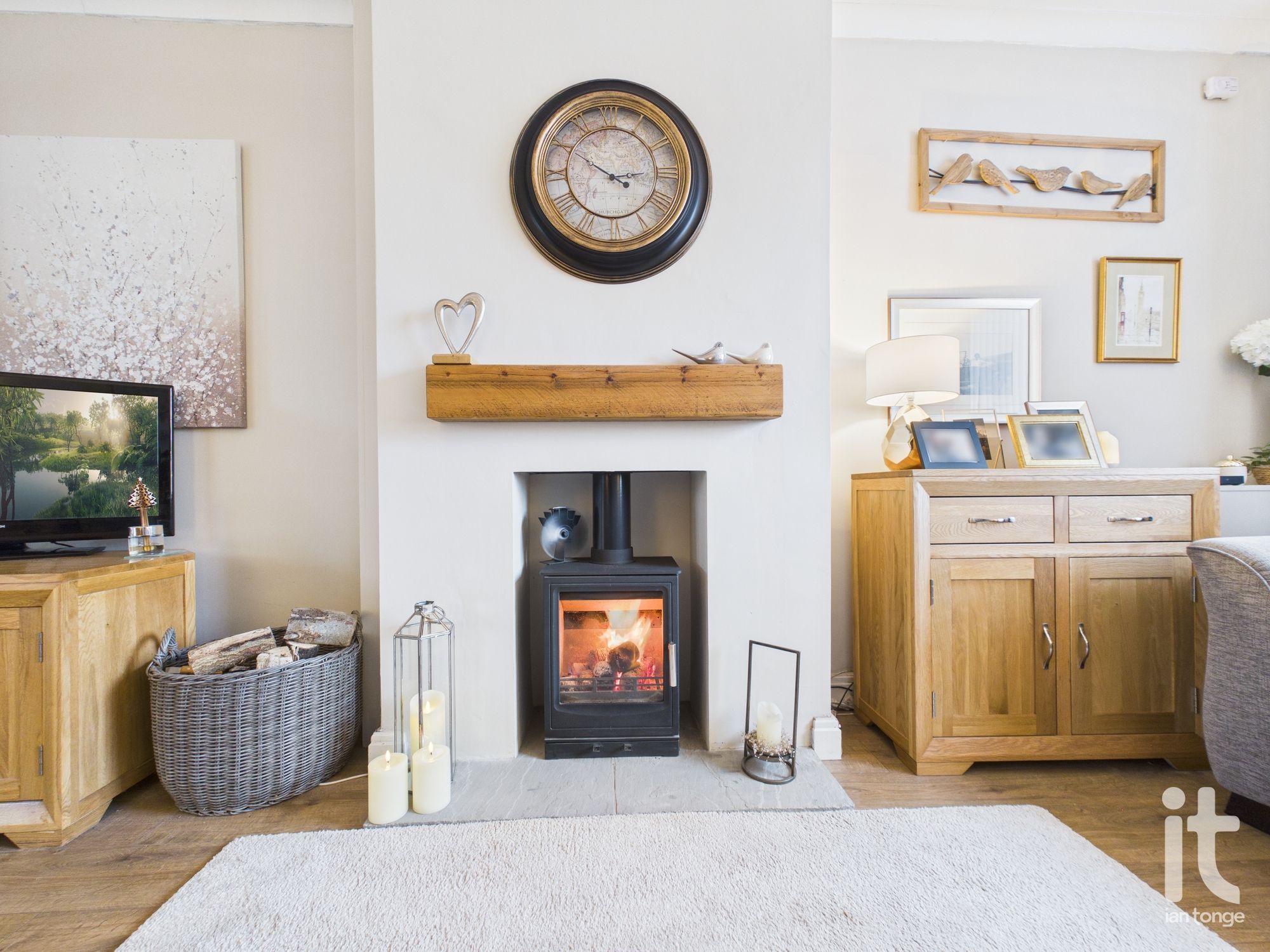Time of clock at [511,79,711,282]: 2:50
